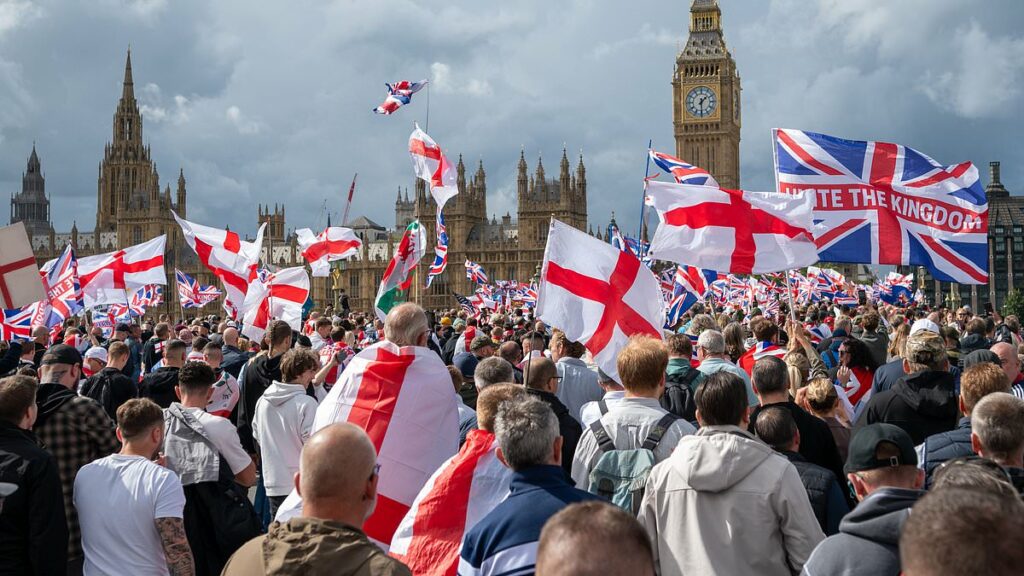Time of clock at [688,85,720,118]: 1:30
